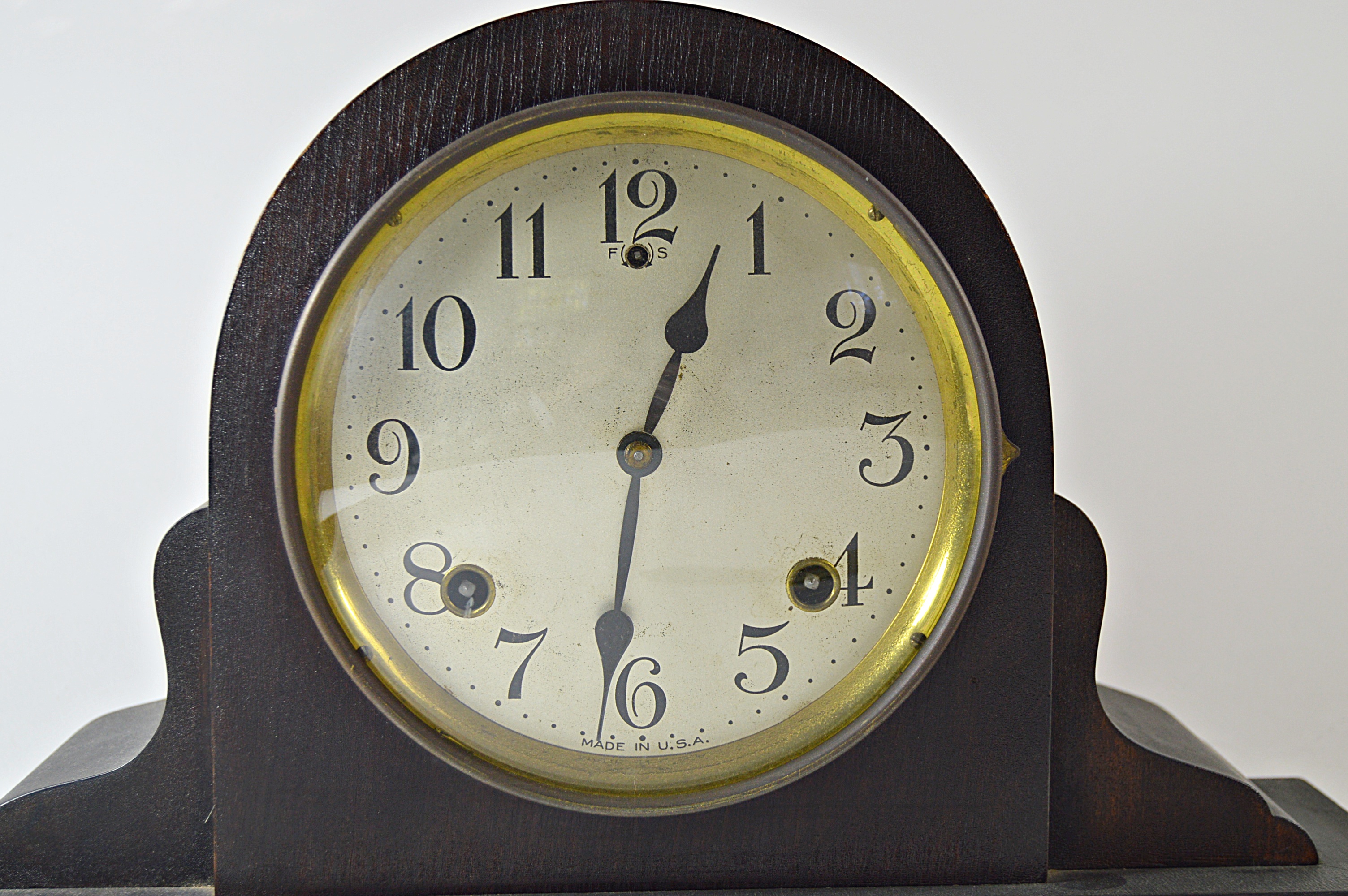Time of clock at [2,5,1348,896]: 12:31
